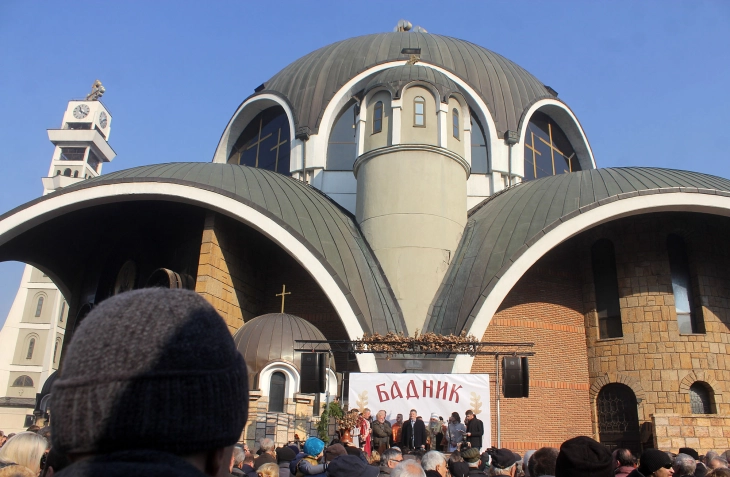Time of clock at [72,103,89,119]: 11:19
